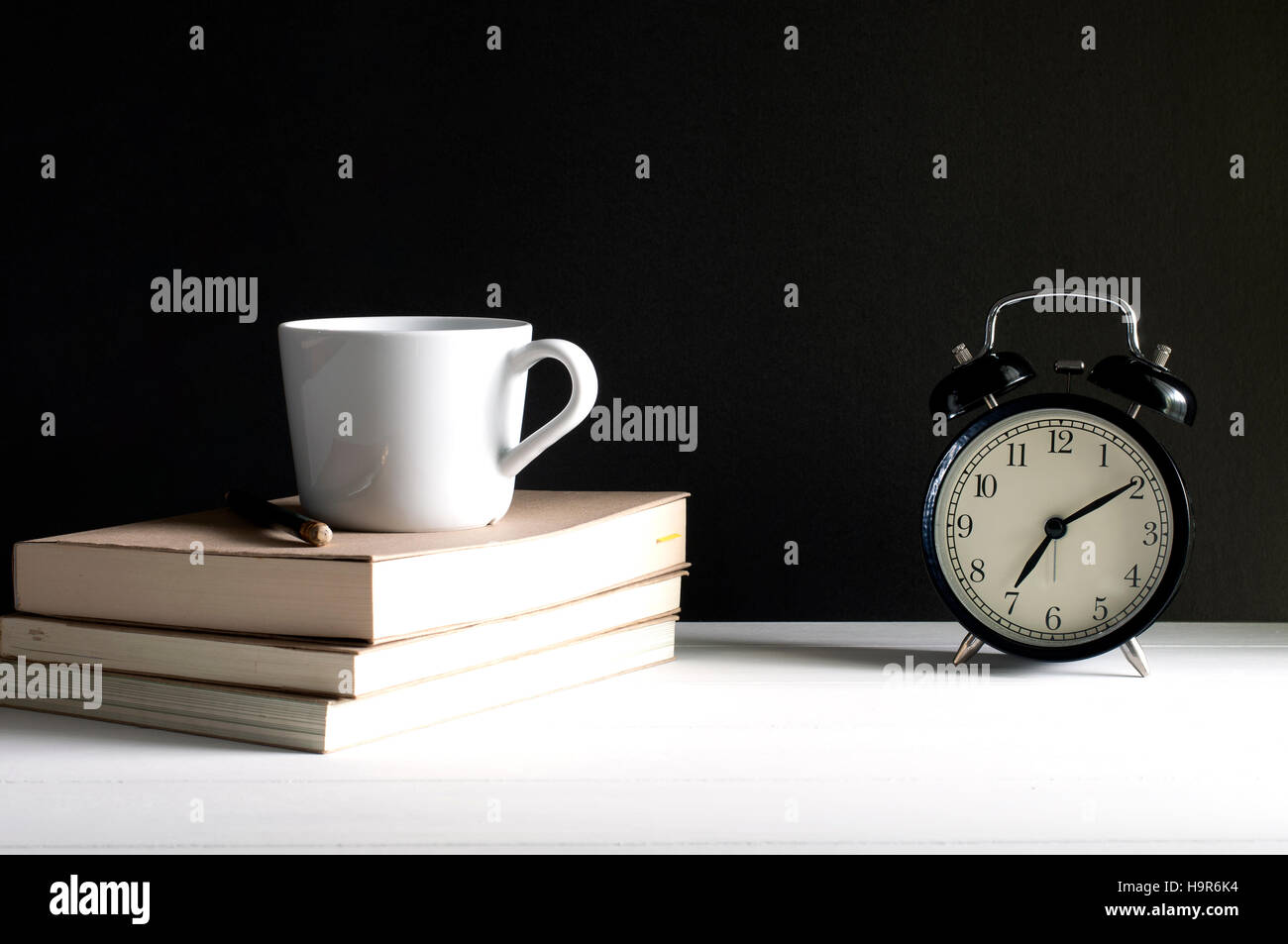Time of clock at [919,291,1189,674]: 7:09
